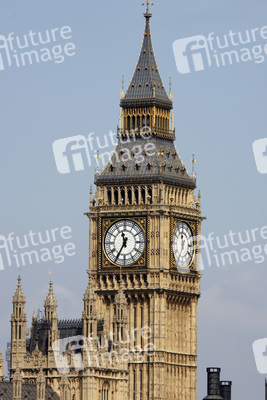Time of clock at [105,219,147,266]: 11:35
